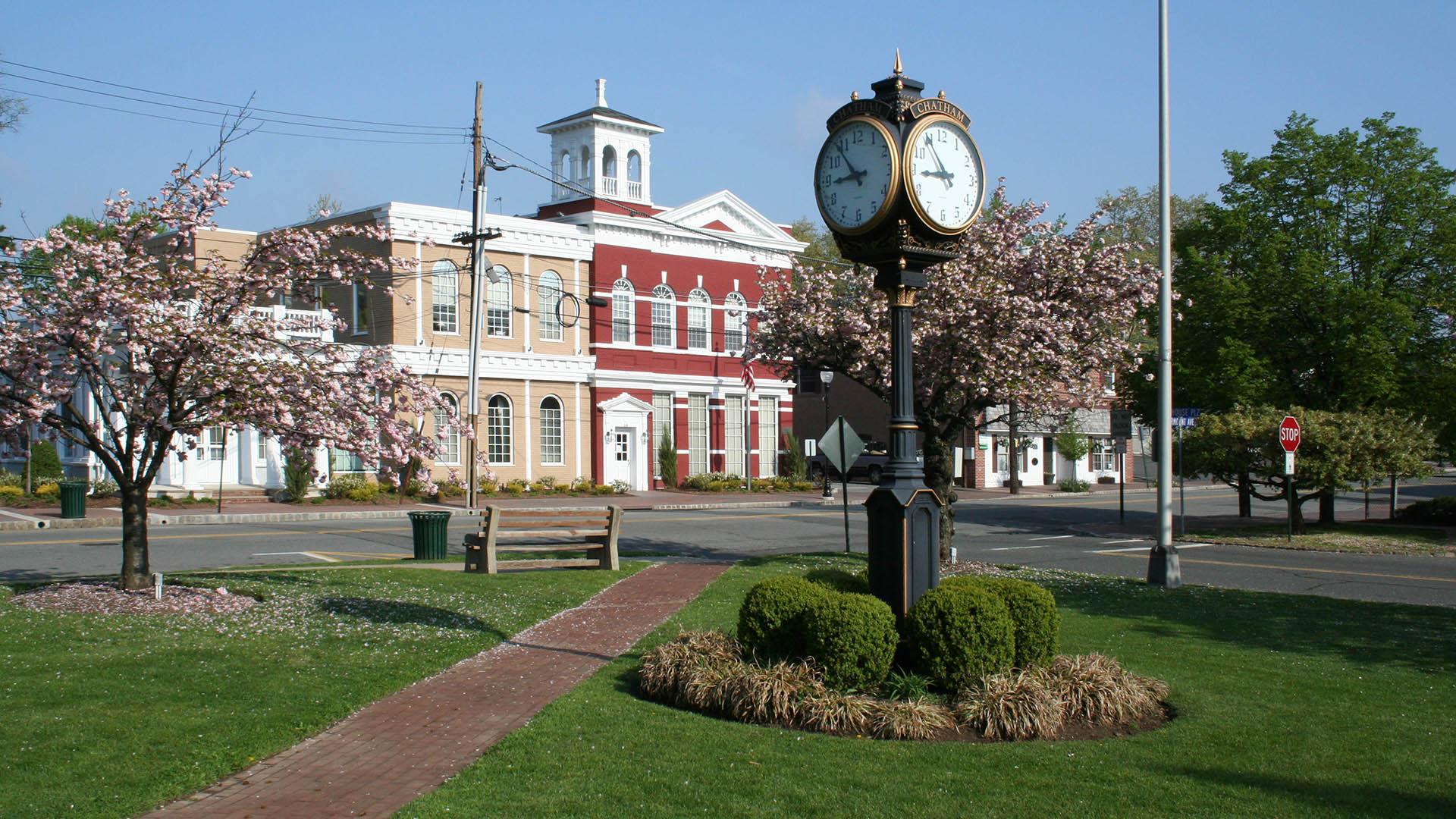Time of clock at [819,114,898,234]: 8:53
